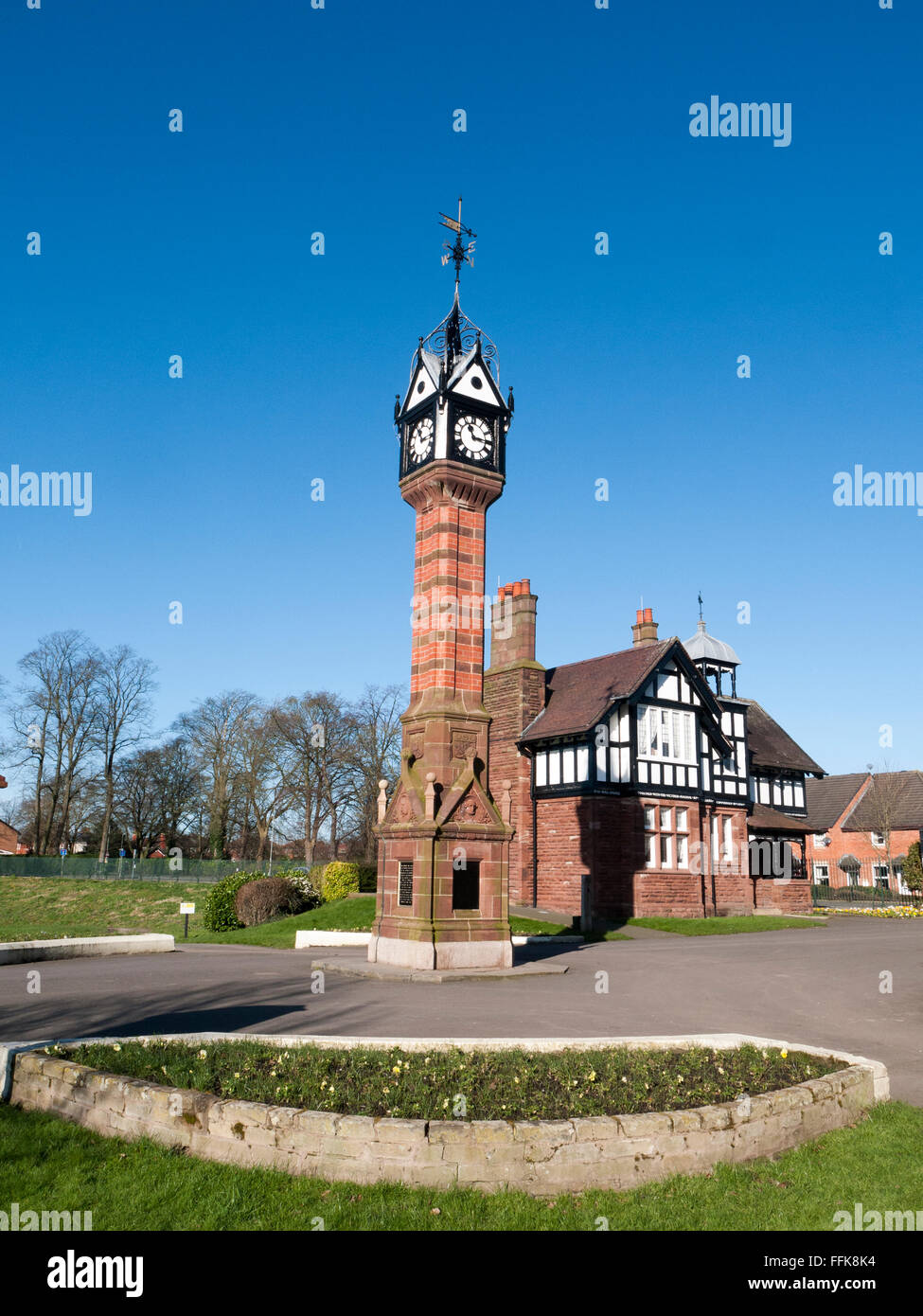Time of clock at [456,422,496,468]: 11:14
